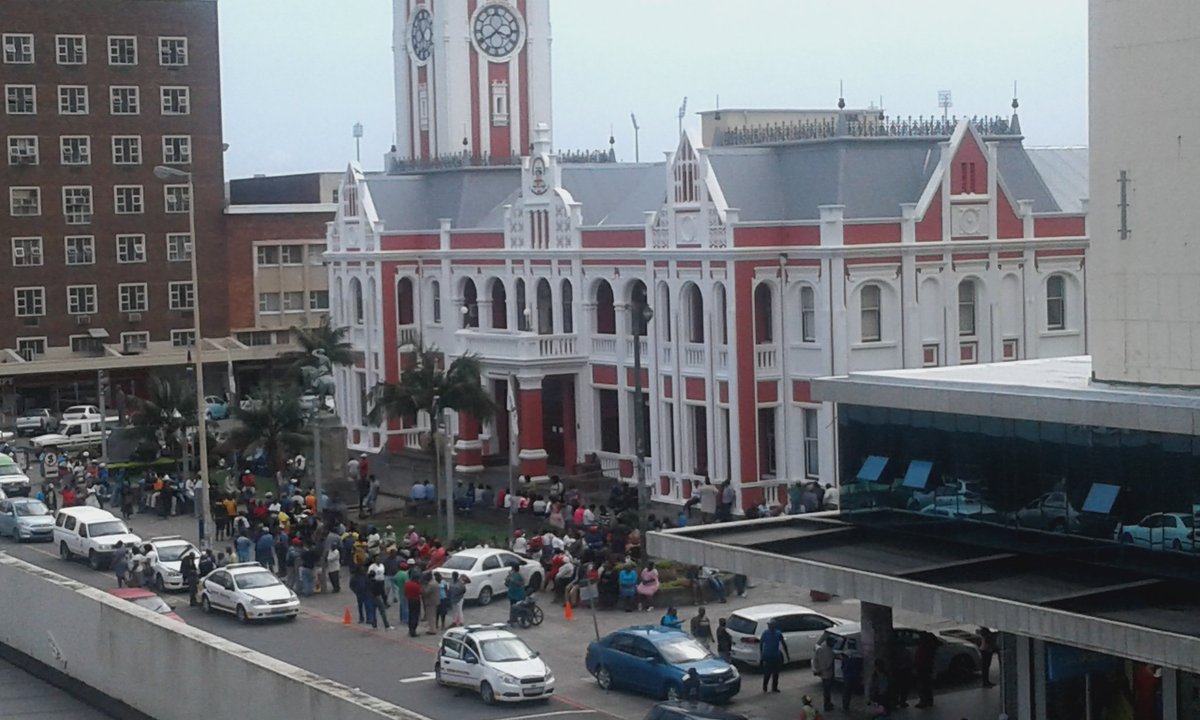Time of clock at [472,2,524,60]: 3:39
